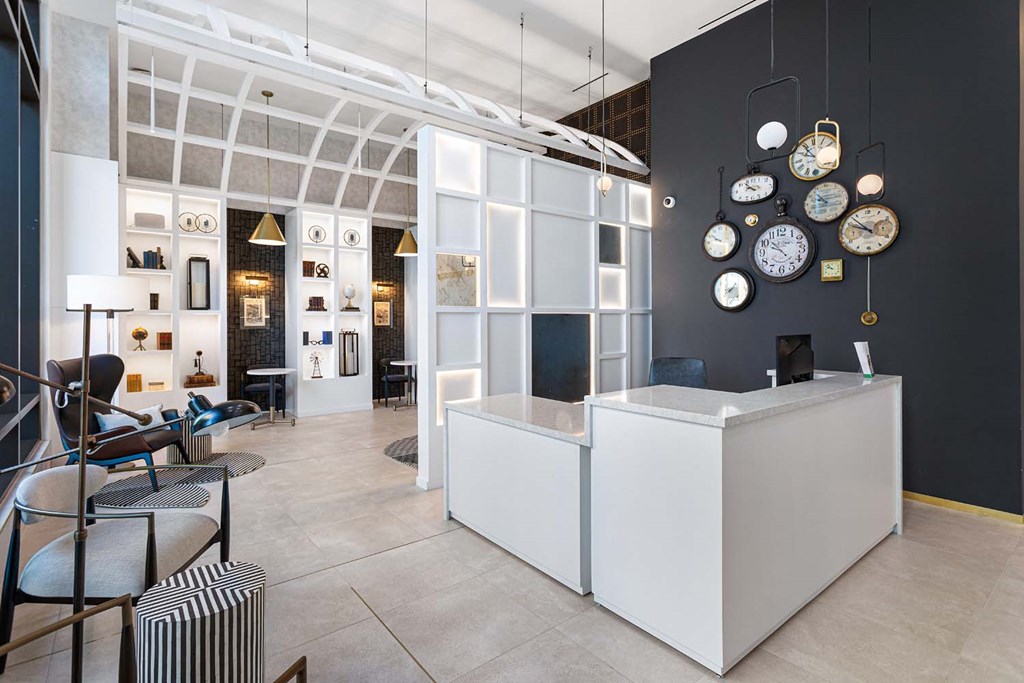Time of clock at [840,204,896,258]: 9:53
